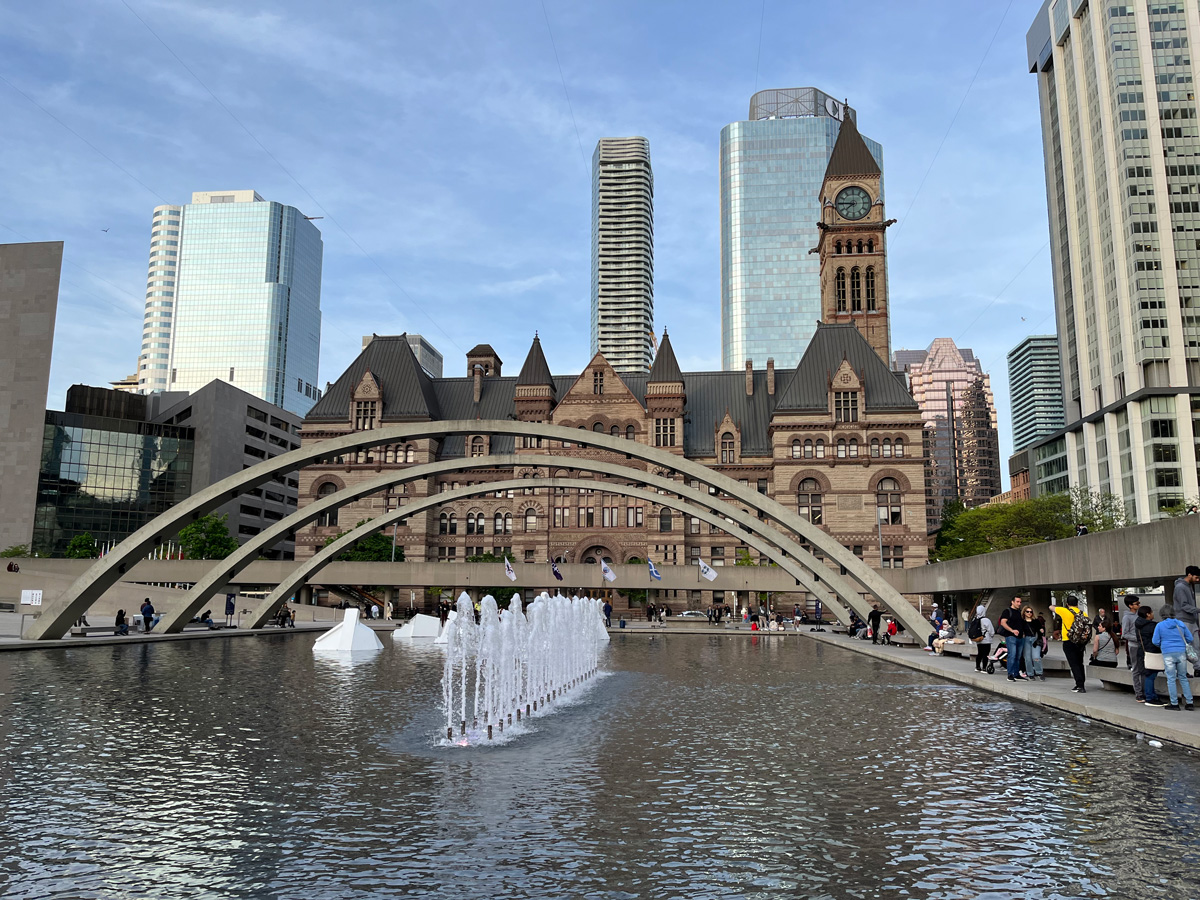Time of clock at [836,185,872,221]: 7:45
